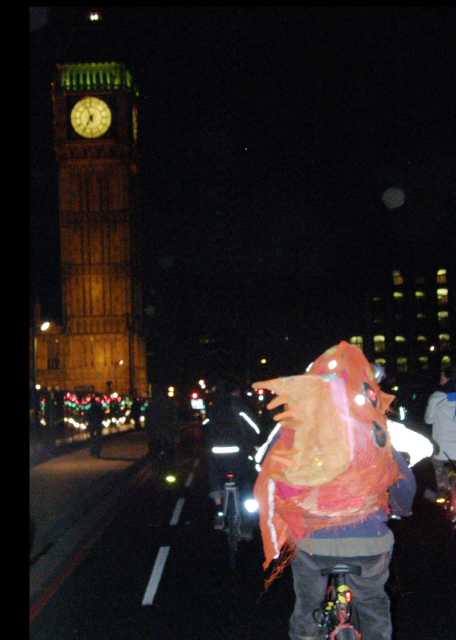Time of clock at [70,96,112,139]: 6:56
